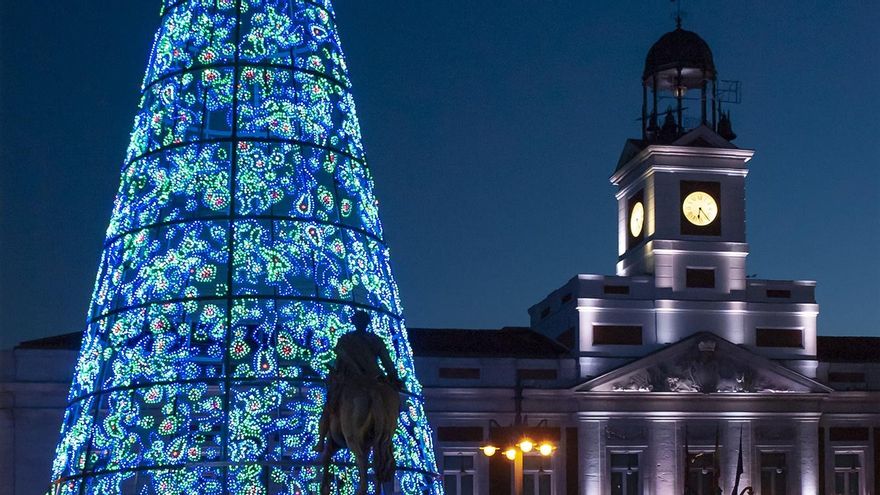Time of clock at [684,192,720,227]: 6:23
